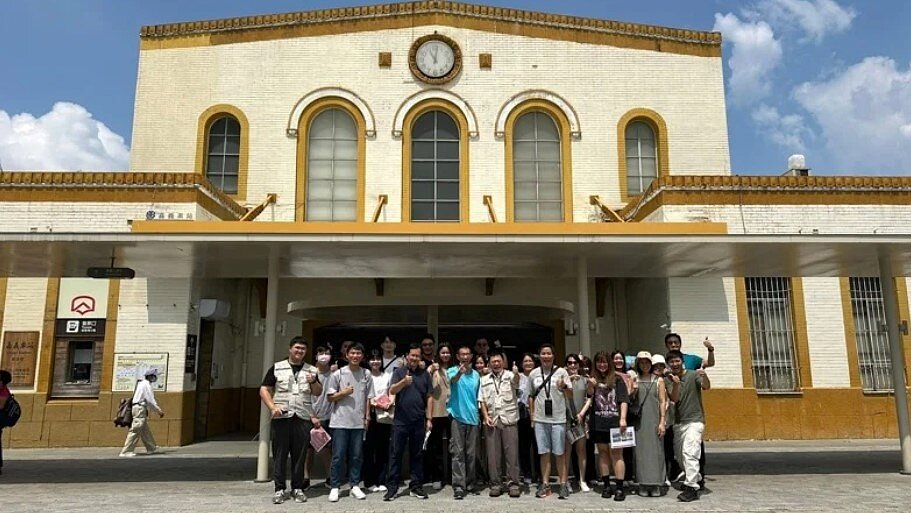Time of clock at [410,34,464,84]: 11:02
